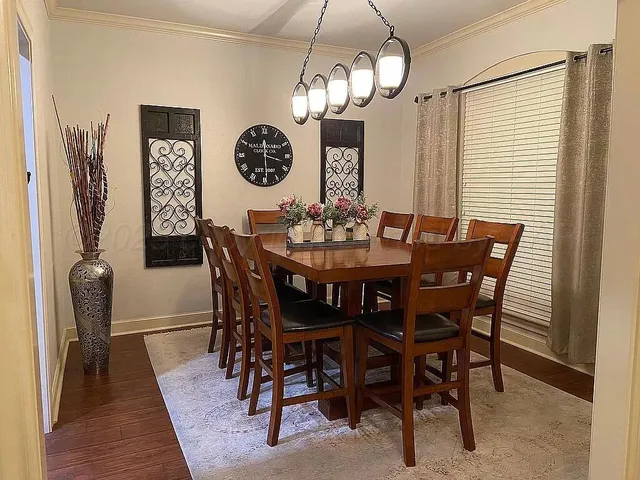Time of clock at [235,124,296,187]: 3:29
